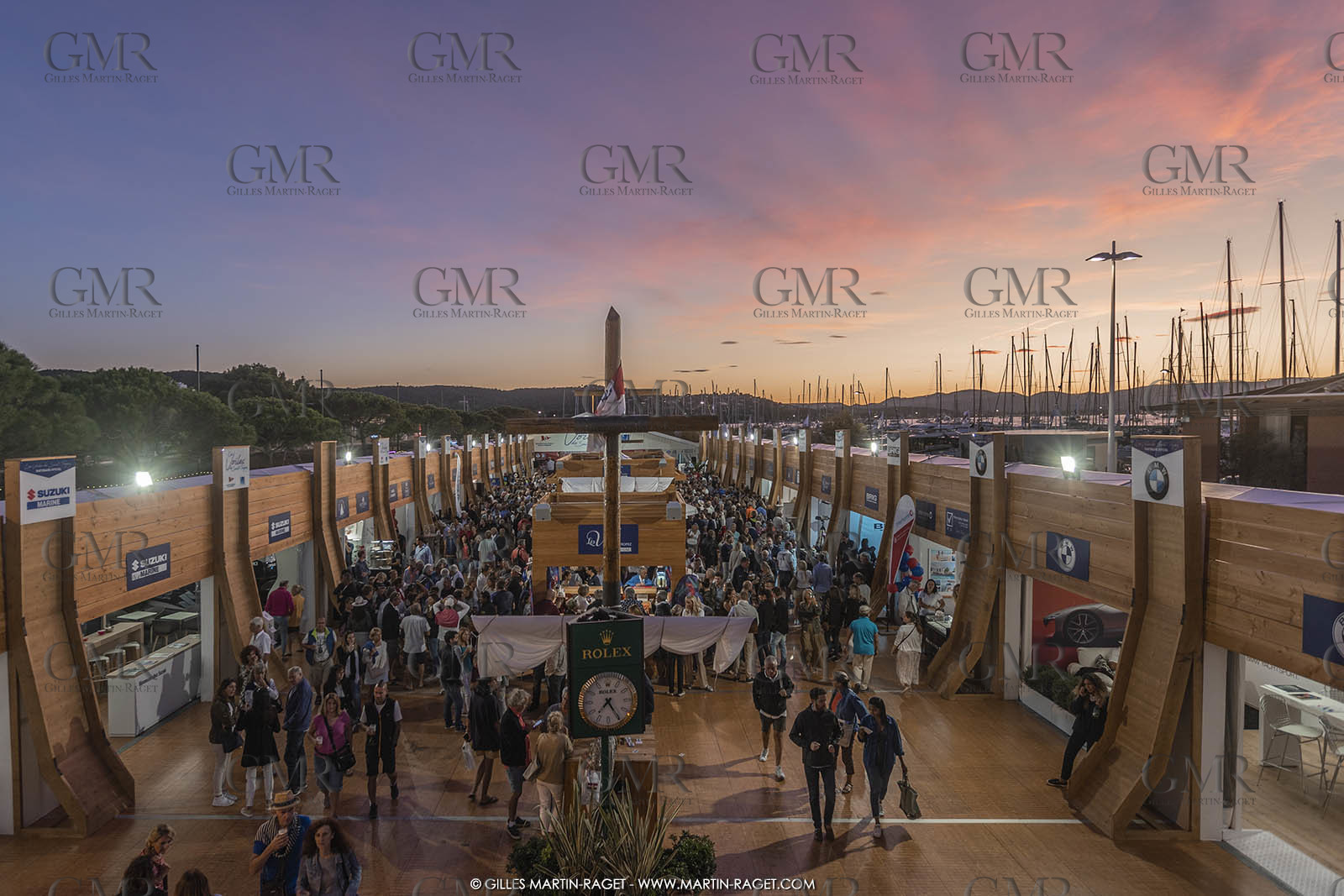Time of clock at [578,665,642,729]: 7:24
